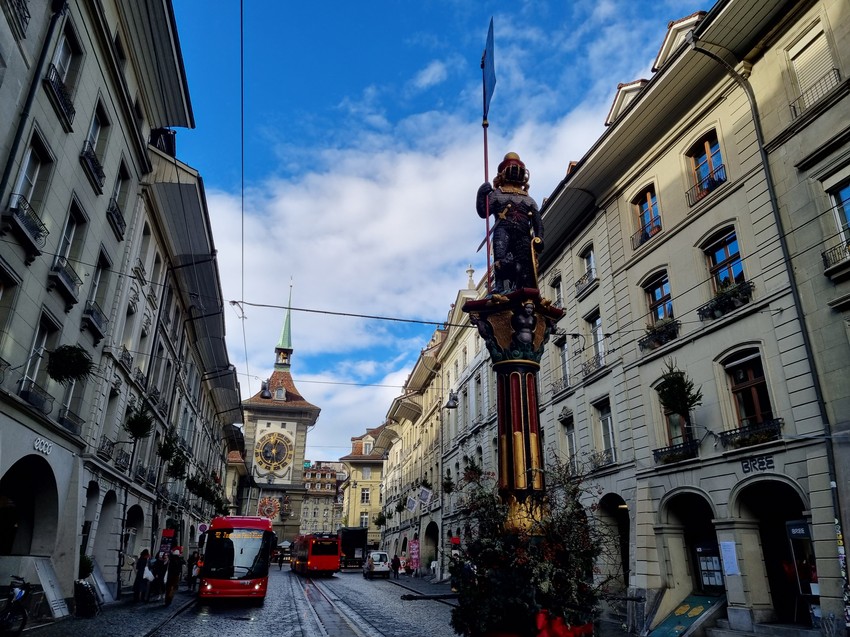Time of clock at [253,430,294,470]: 12:28
